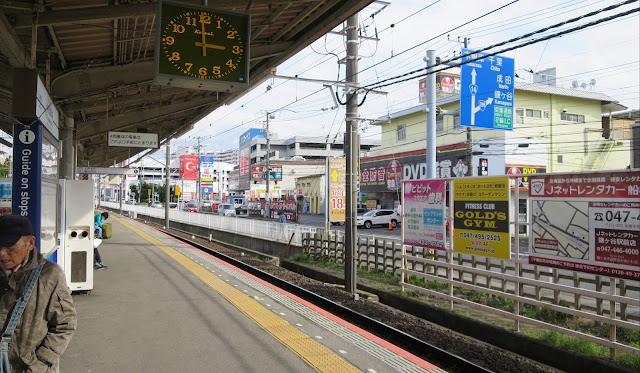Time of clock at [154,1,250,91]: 2:59
